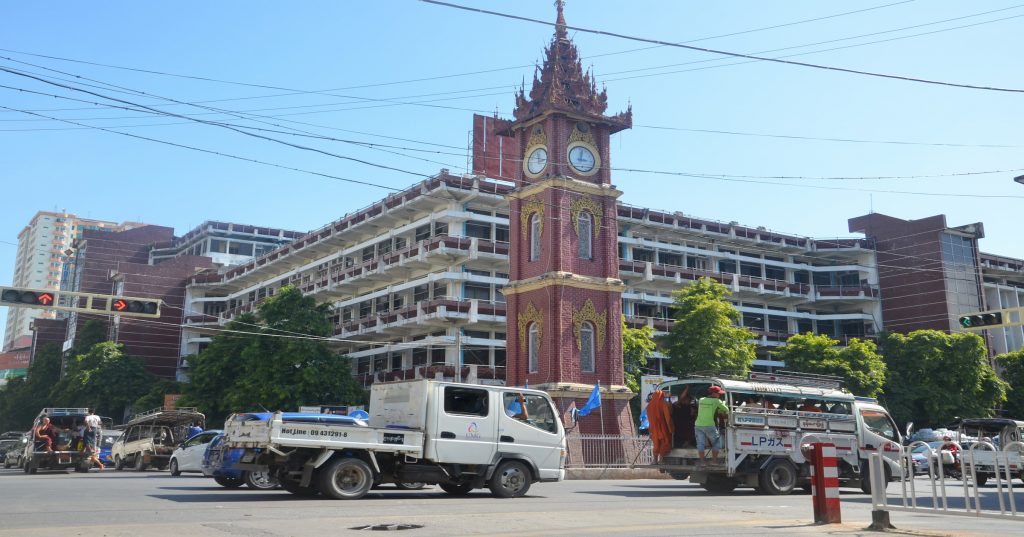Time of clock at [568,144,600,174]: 3:02
